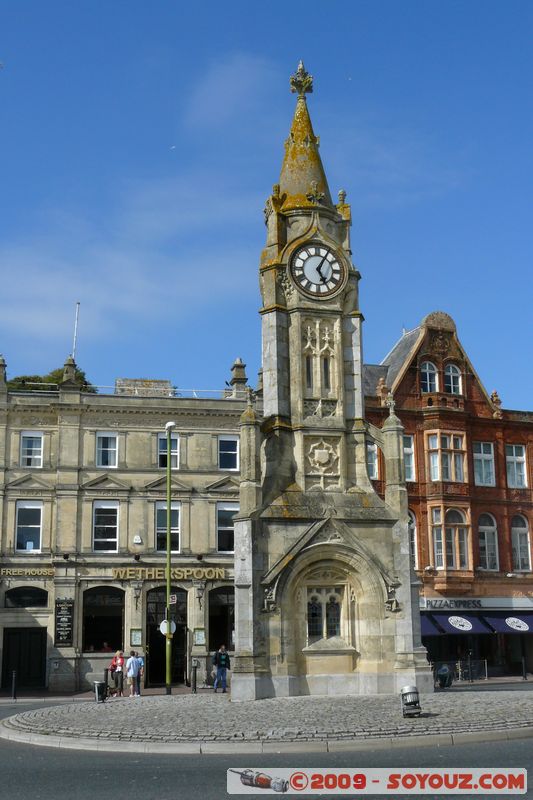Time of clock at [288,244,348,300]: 5:05
